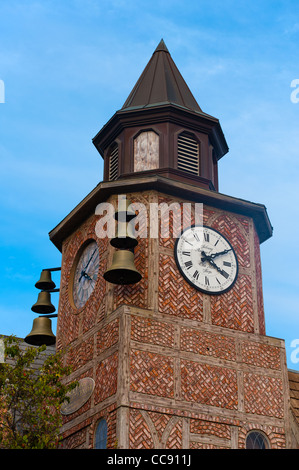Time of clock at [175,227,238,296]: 4:09
